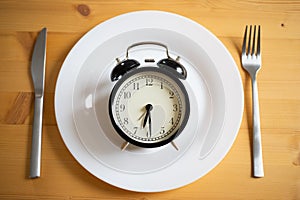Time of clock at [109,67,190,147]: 6:29
